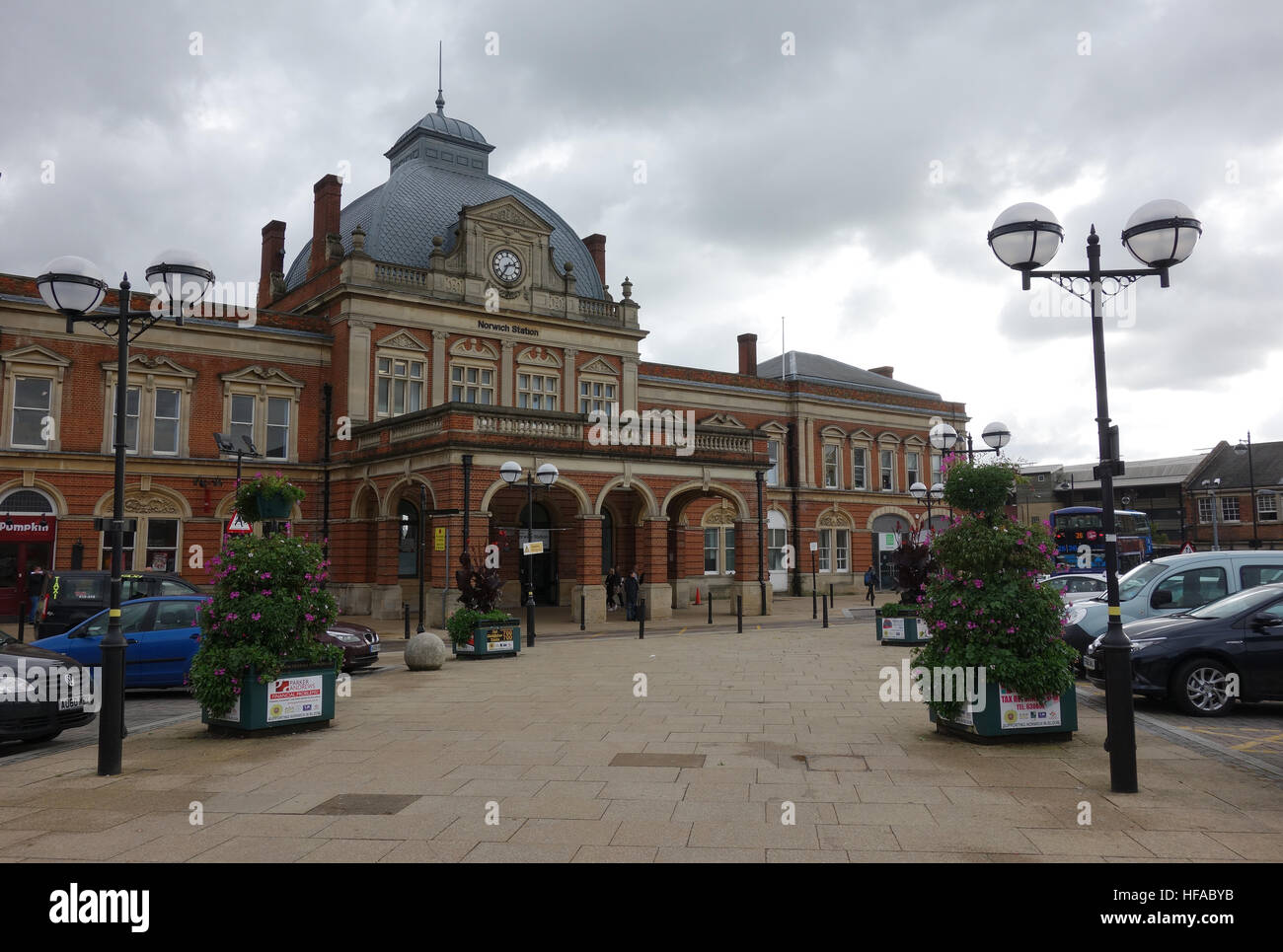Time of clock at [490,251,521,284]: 2:35
